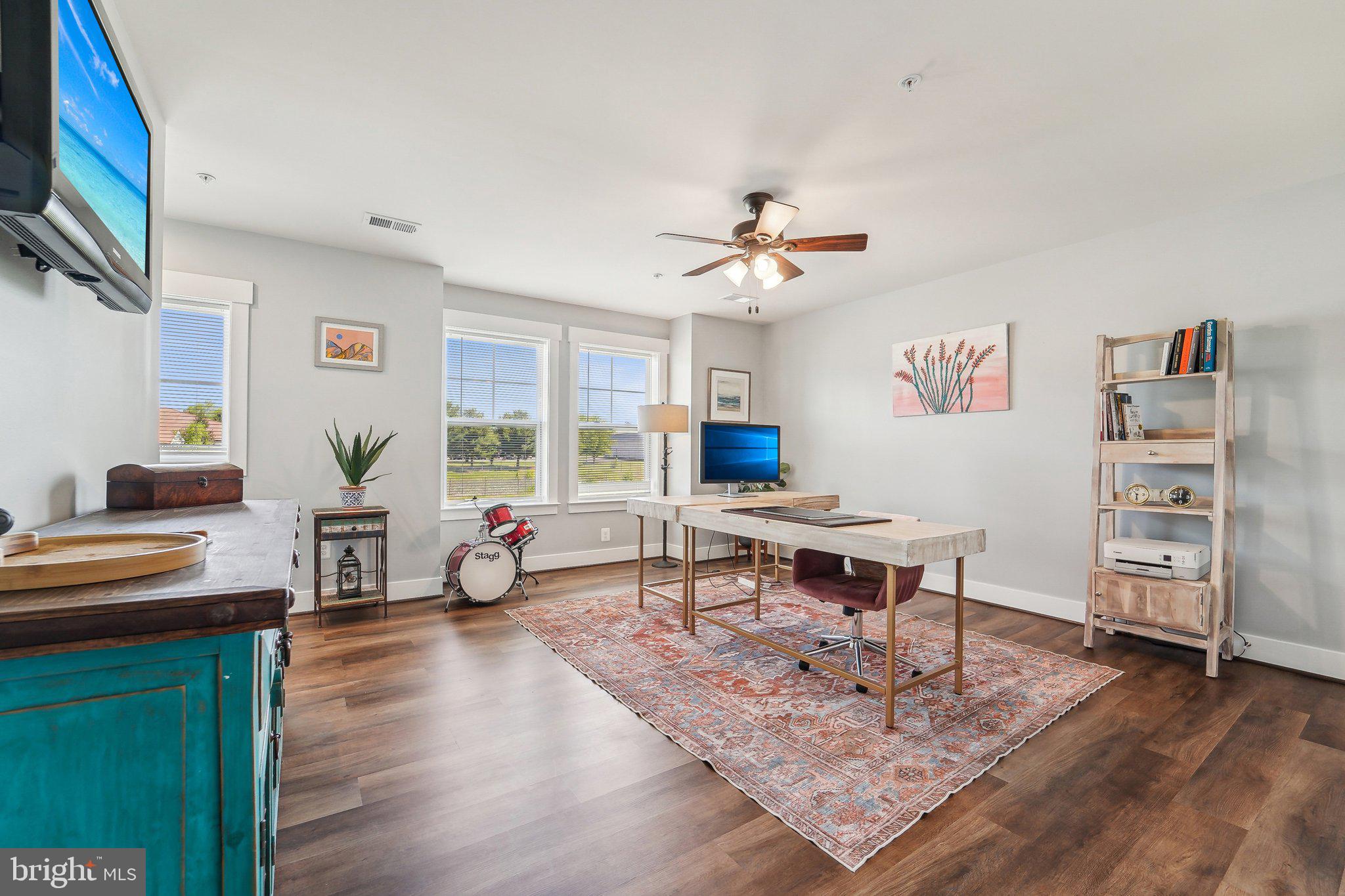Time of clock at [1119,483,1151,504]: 5:54
